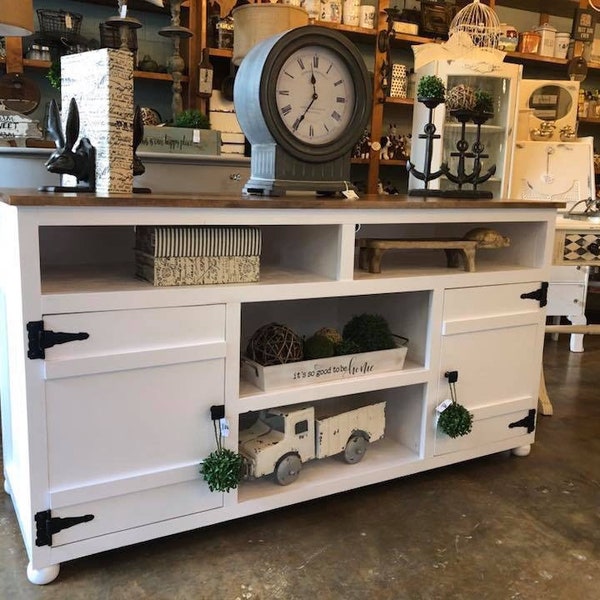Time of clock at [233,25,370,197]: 11:35
